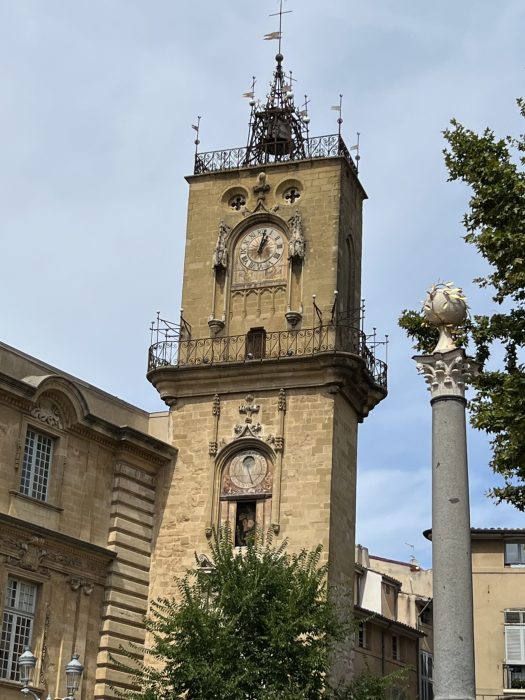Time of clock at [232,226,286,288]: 1:02
